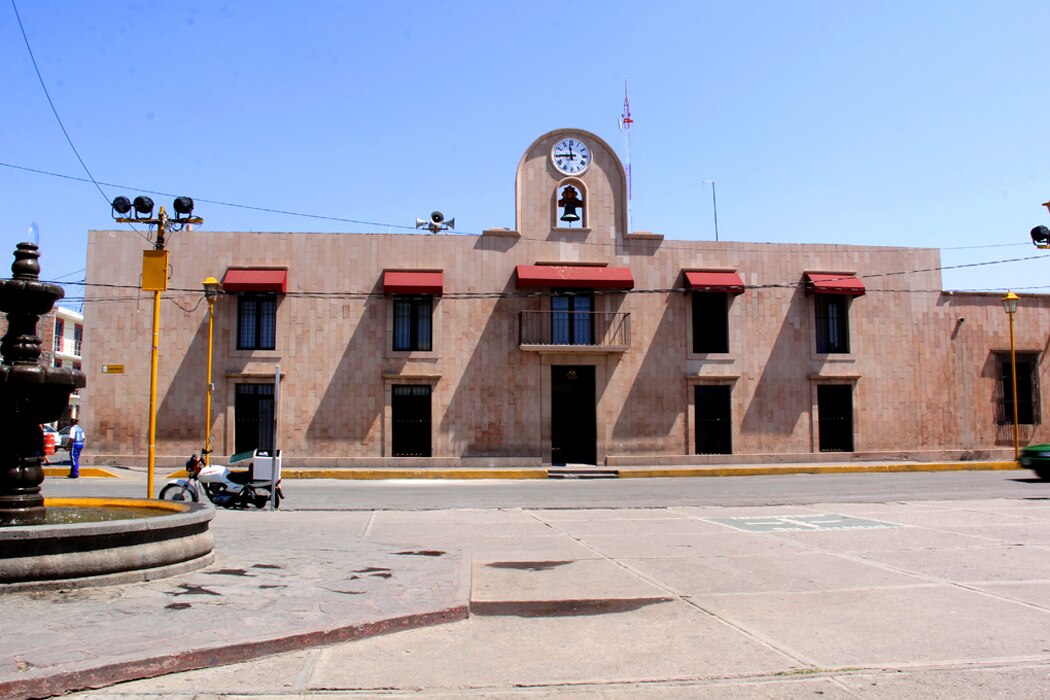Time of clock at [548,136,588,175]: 11:44
